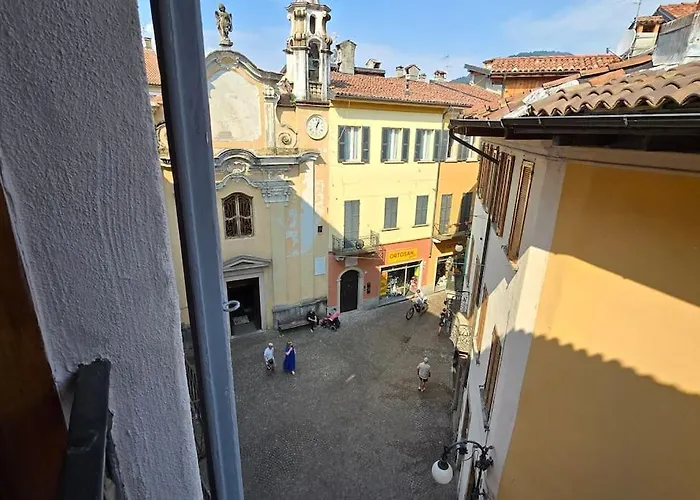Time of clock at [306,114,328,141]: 1:02
